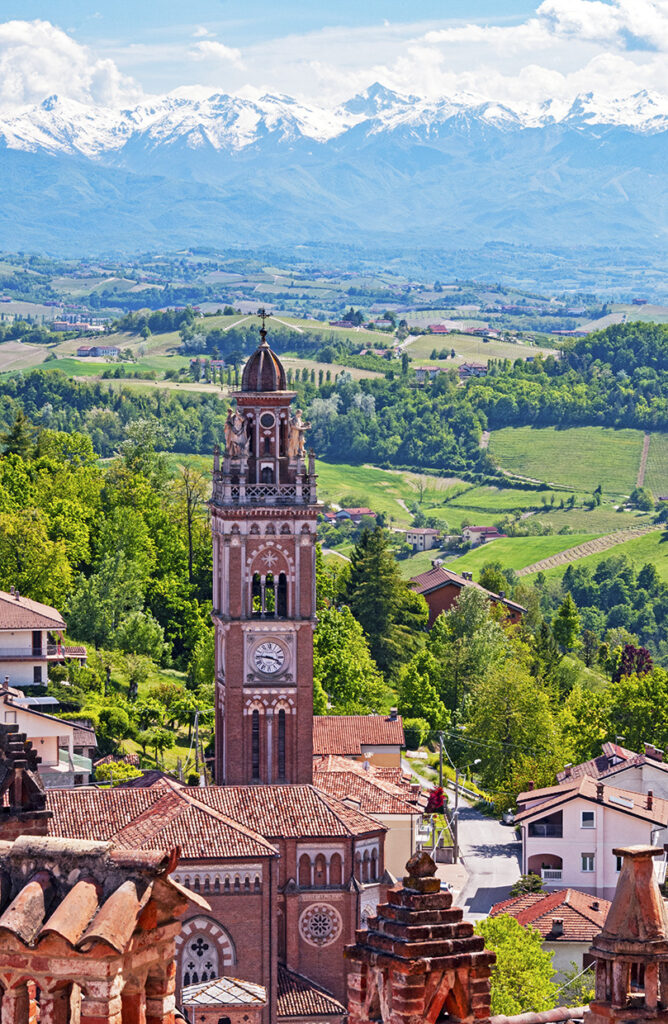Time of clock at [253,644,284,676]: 3:45
